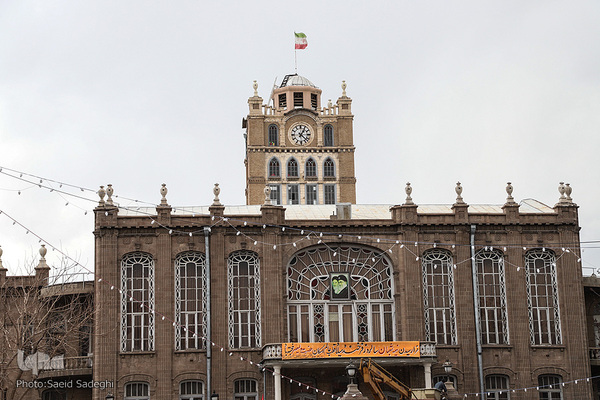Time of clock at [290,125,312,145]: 1:22
